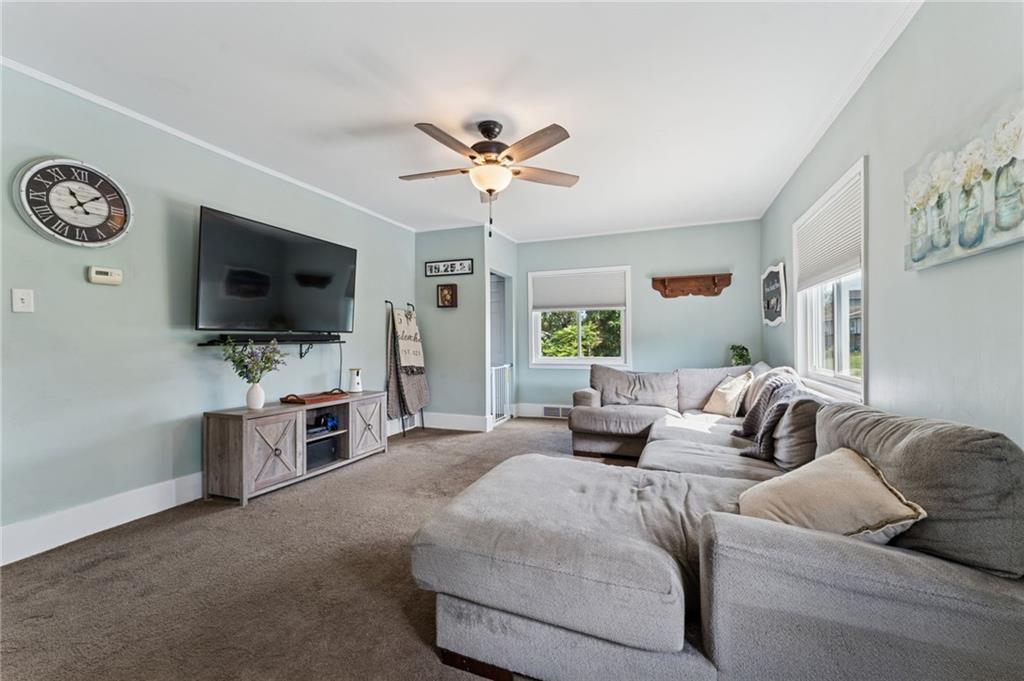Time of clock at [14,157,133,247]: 11:09
